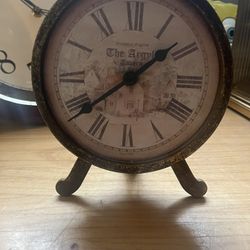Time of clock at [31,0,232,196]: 1:38
